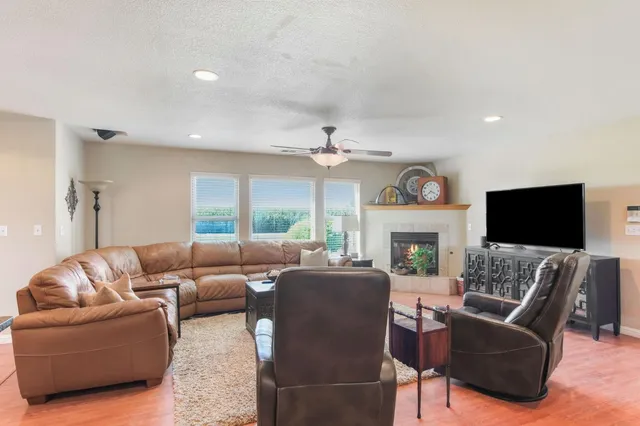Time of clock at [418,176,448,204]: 3:38
